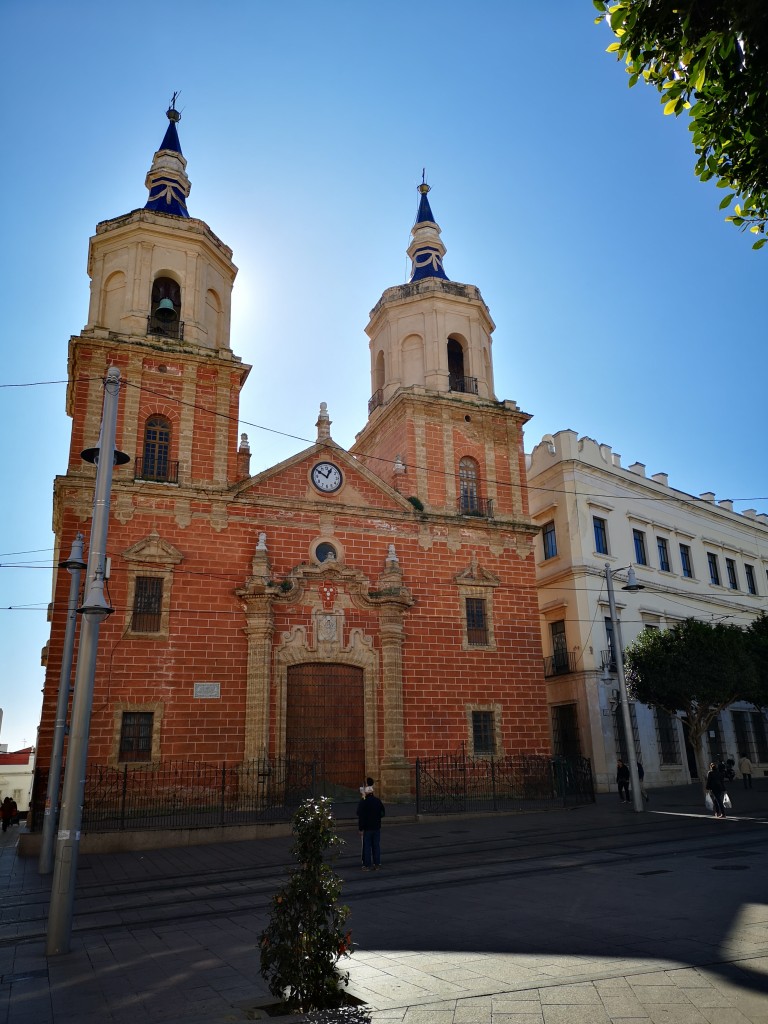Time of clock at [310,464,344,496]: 12:50
